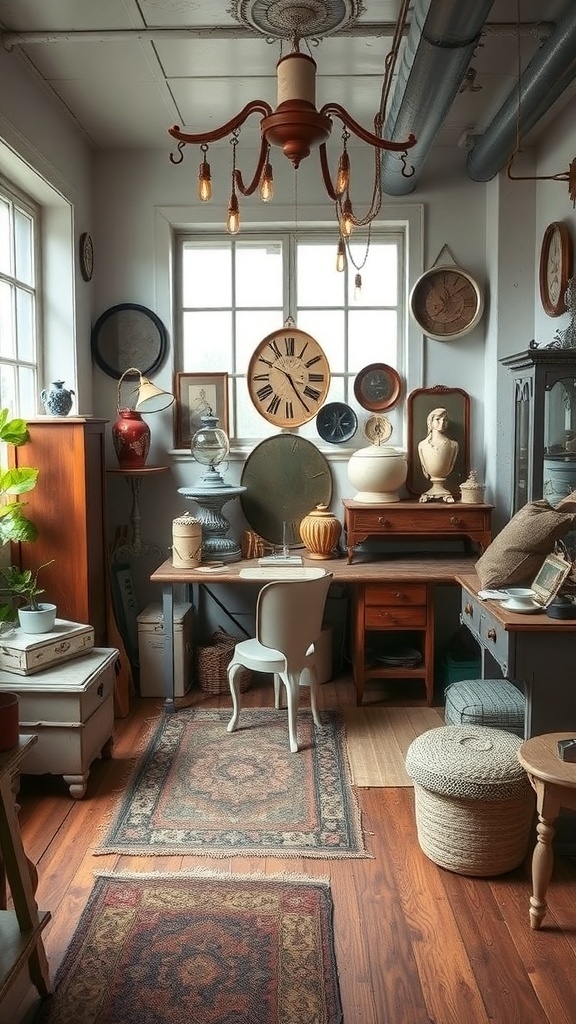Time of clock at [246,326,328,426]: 4:50
